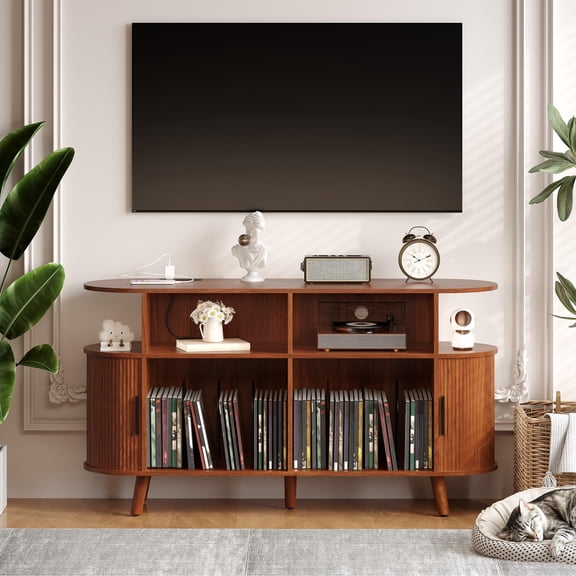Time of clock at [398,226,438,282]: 10:11
